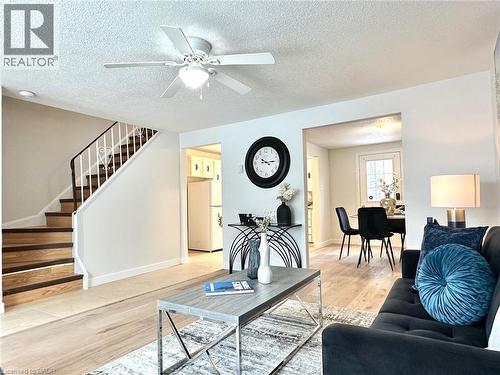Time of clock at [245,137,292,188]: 10:14
